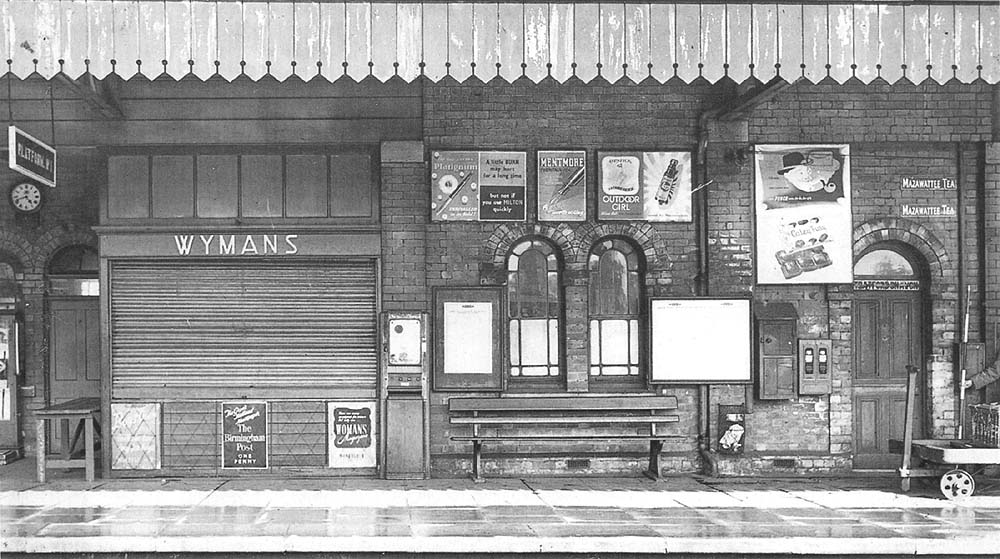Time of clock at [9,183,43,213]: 4:41
